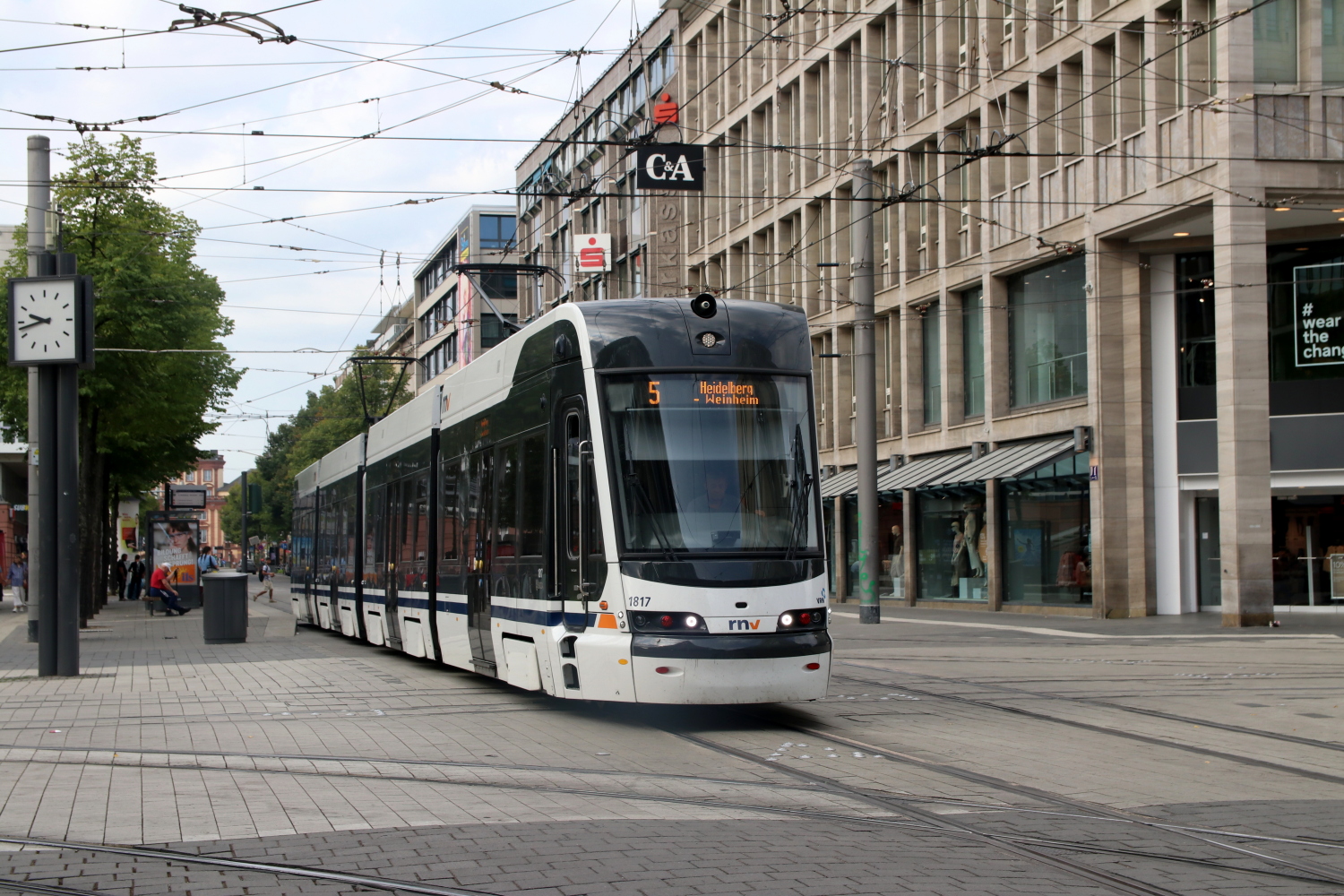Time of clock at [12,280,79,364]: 9:42
